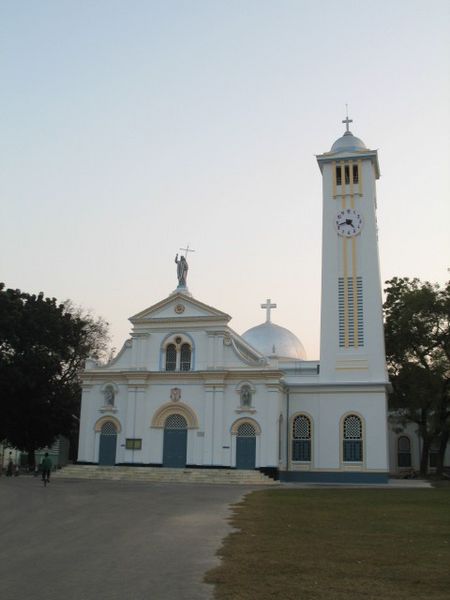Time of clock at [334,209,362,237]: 4:42
